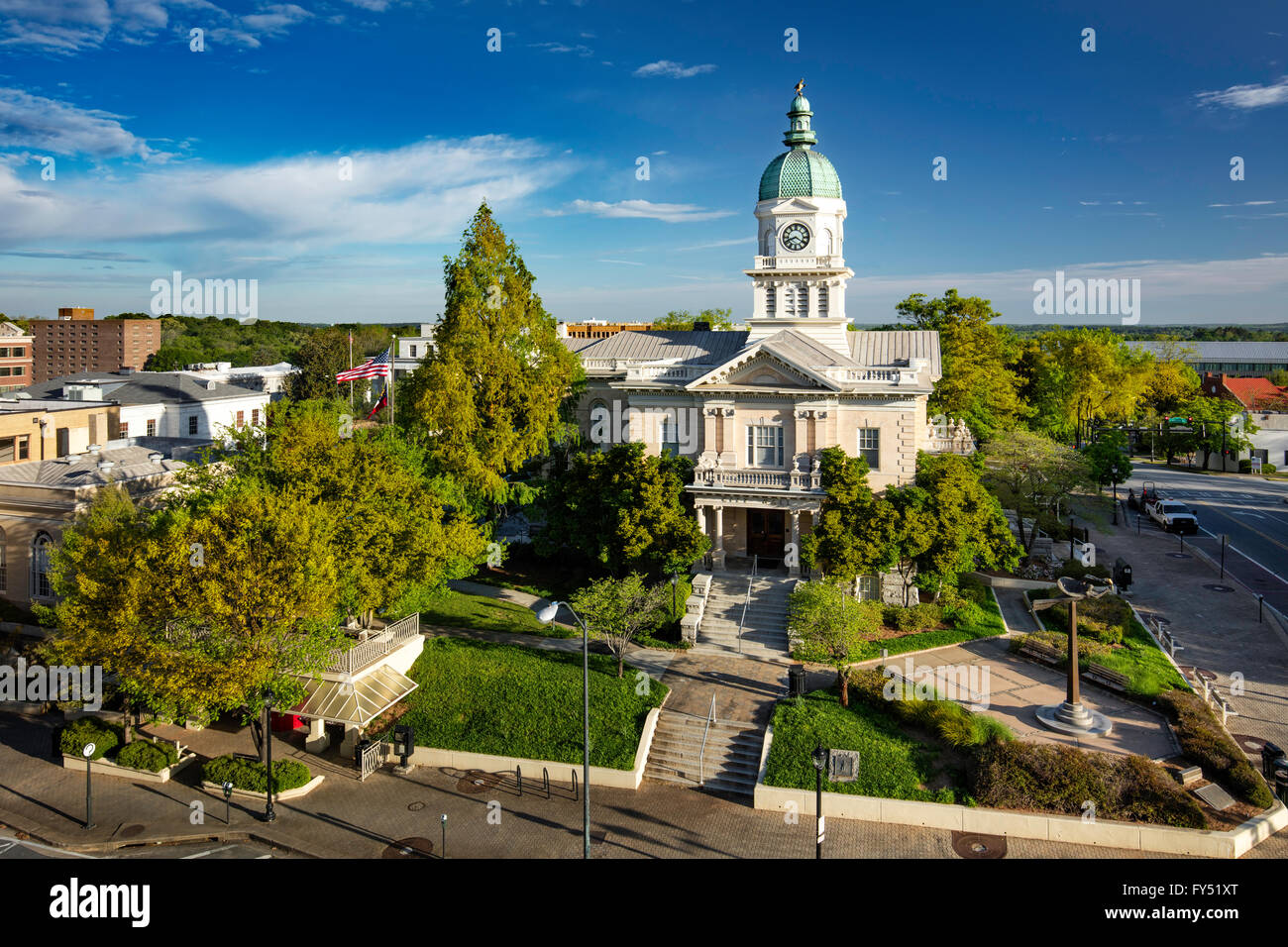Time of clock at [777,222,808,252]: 8:20
